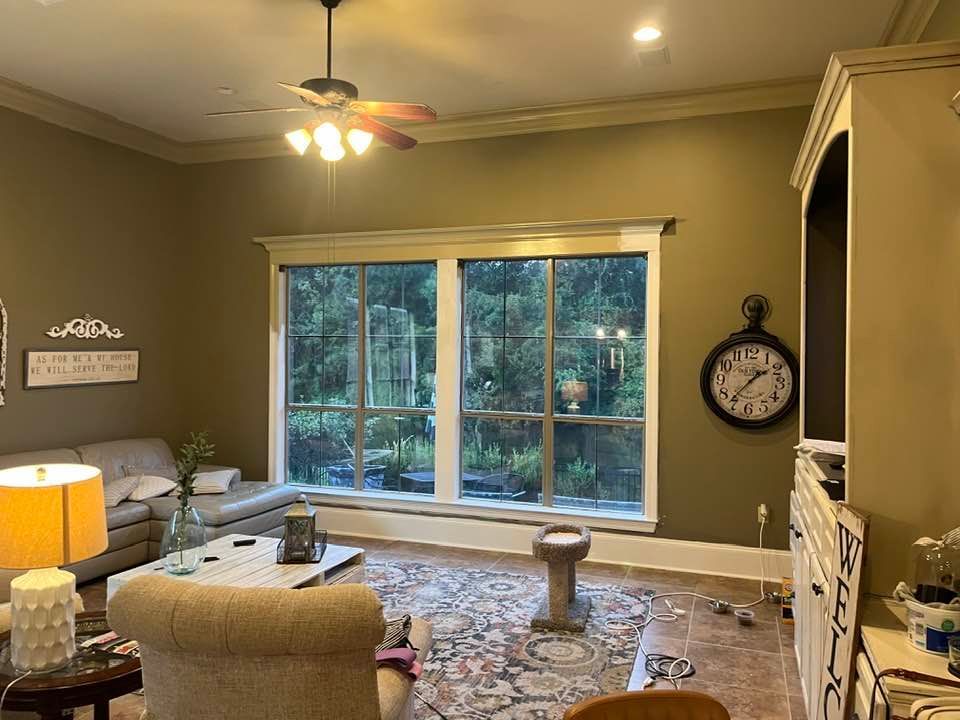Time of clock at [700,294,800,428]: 1:36
